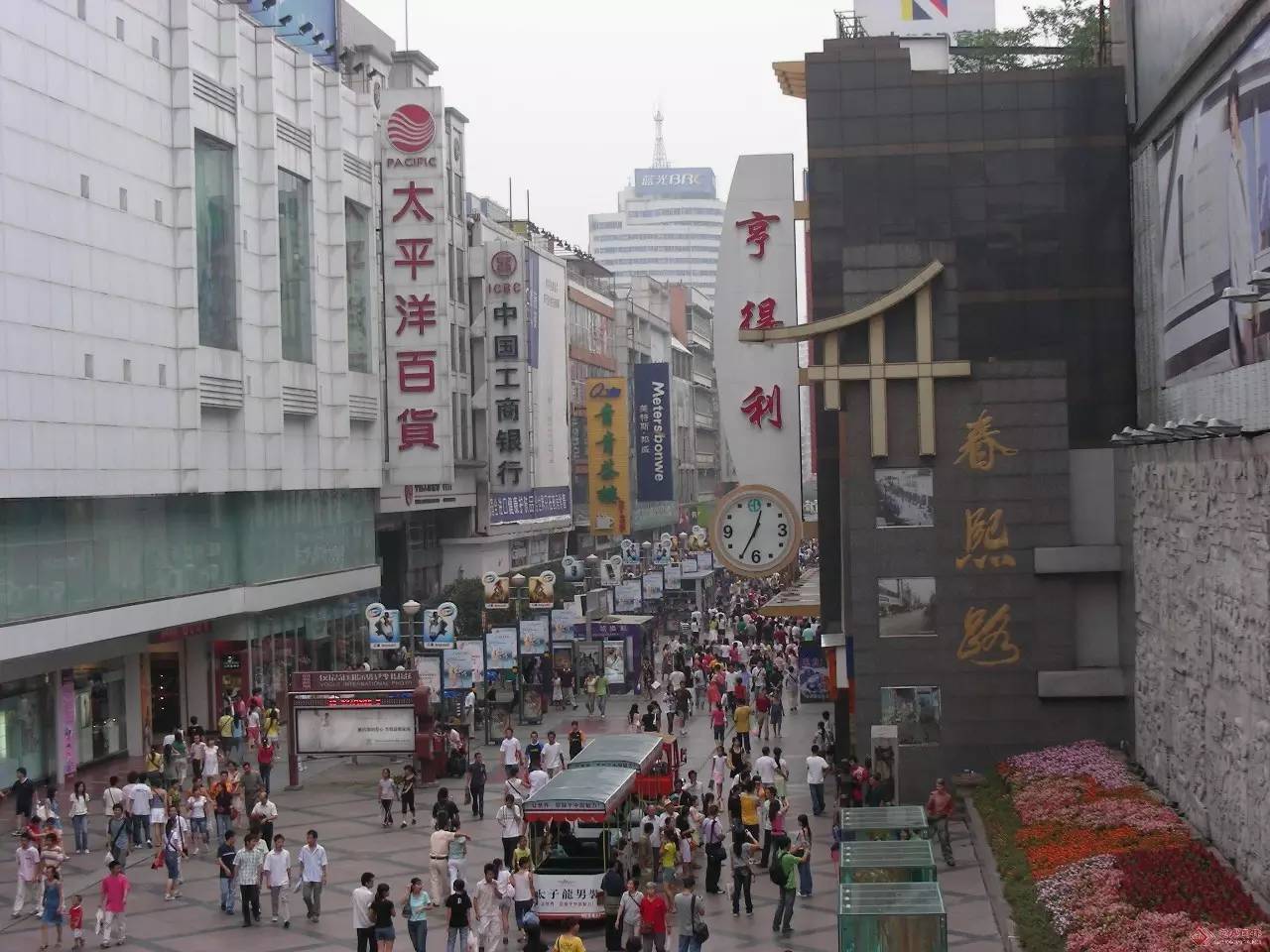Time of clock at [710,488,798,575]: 12:34
